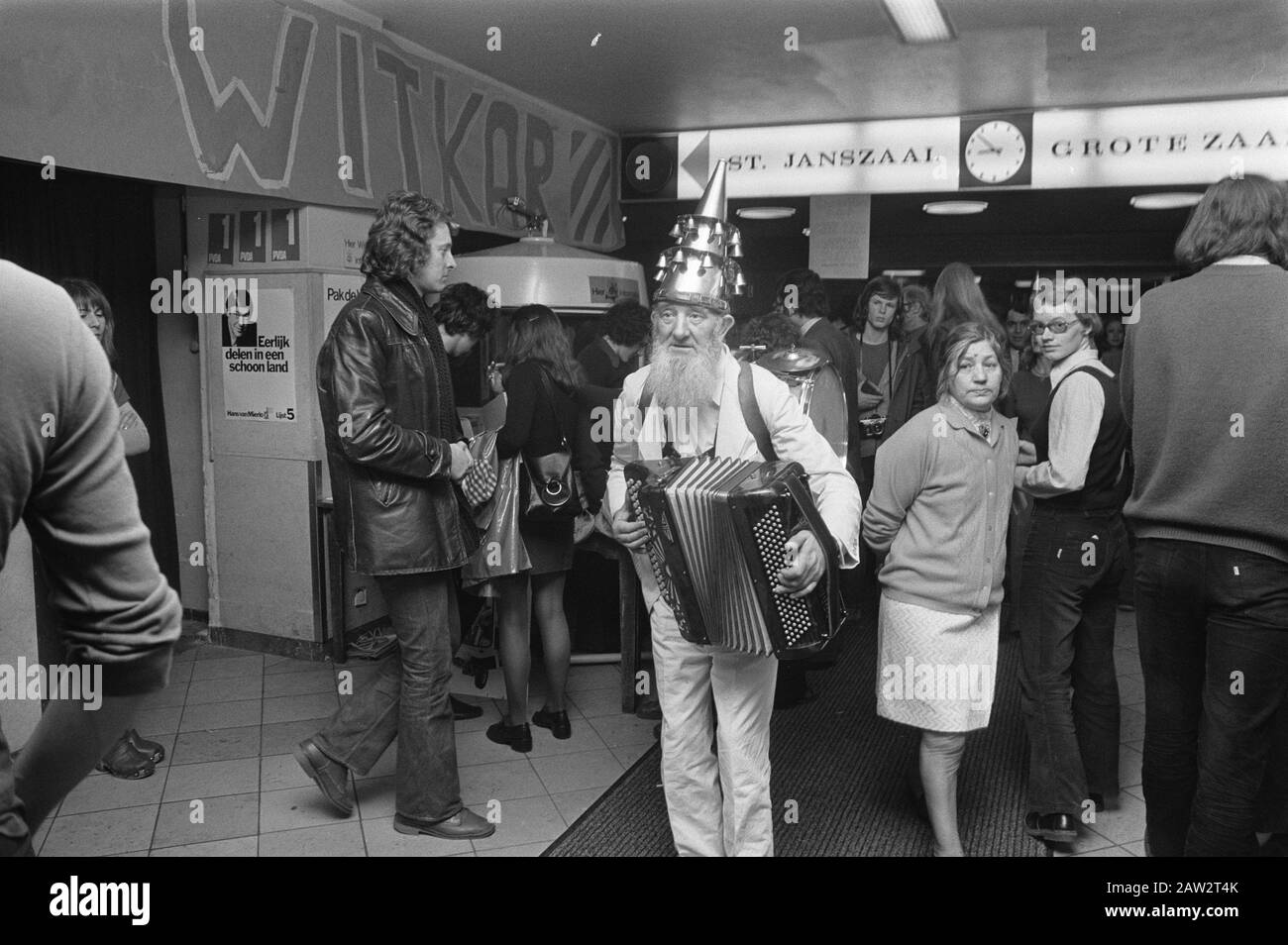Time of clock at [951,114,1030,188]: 8:52
